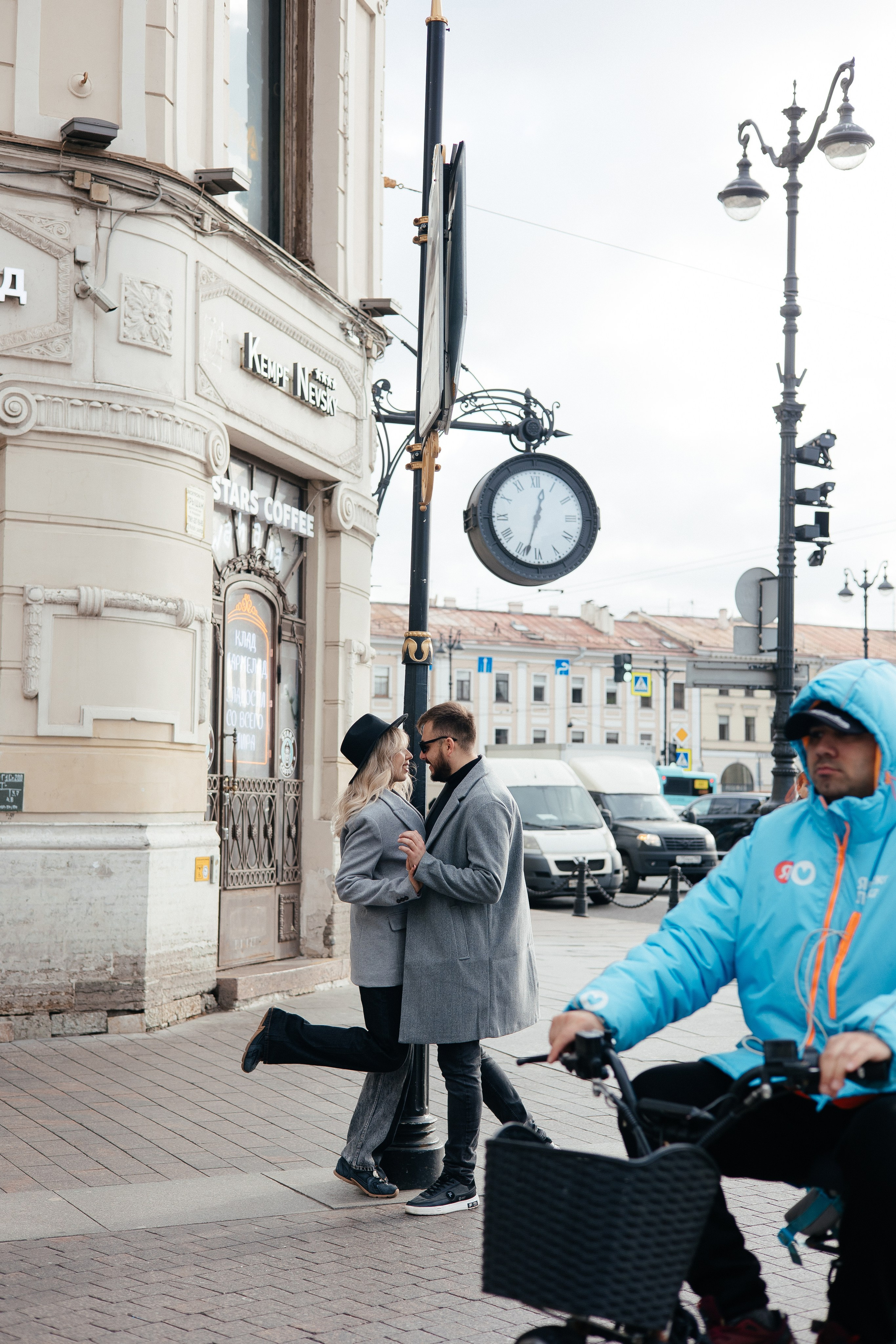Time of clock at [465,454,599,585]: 12:32
